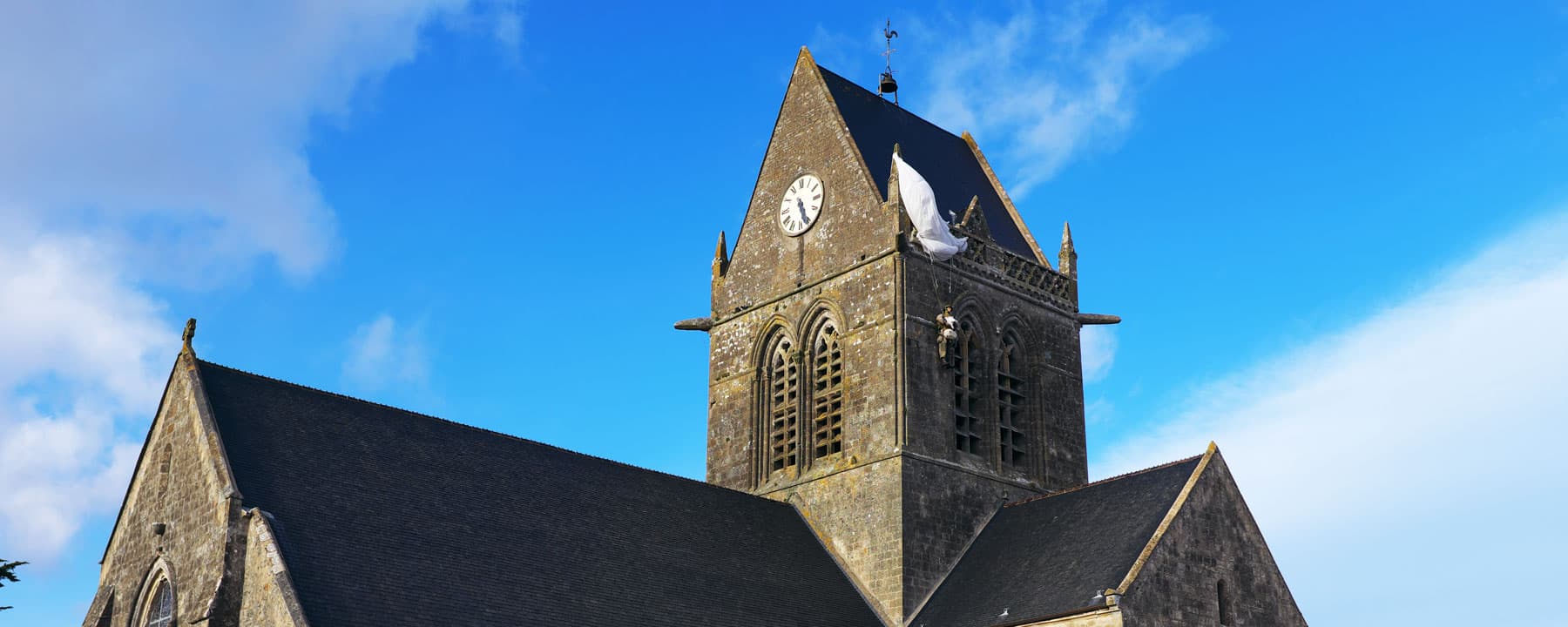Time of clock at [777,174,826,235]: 5:26
